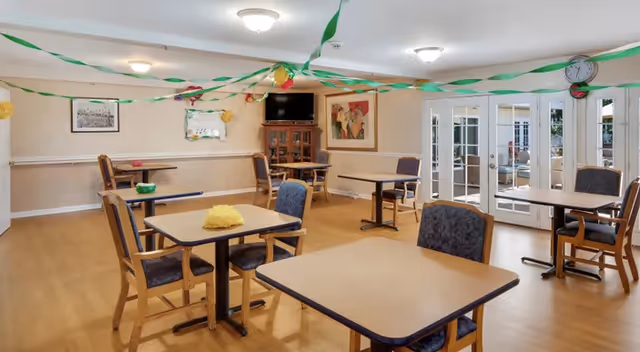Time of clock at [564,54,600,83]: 6:32
